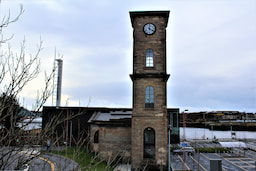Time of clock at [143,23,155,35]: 4:01
